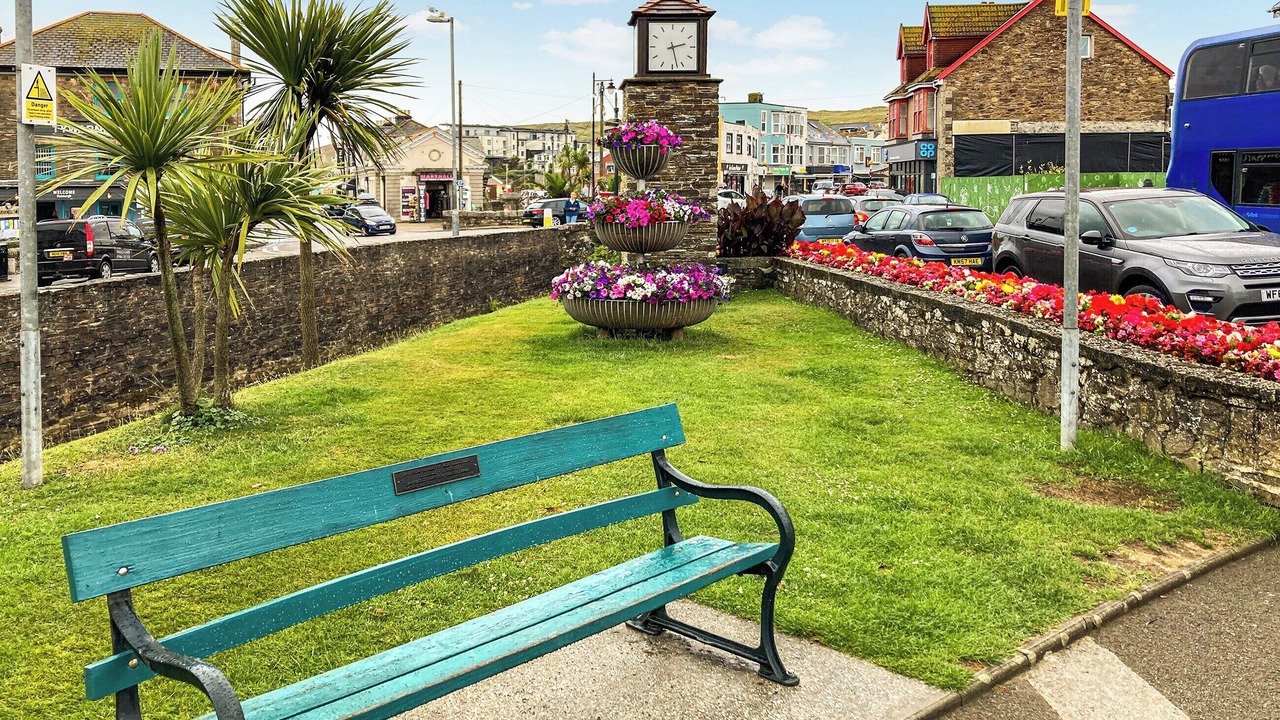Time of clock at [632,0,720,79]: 2:27
